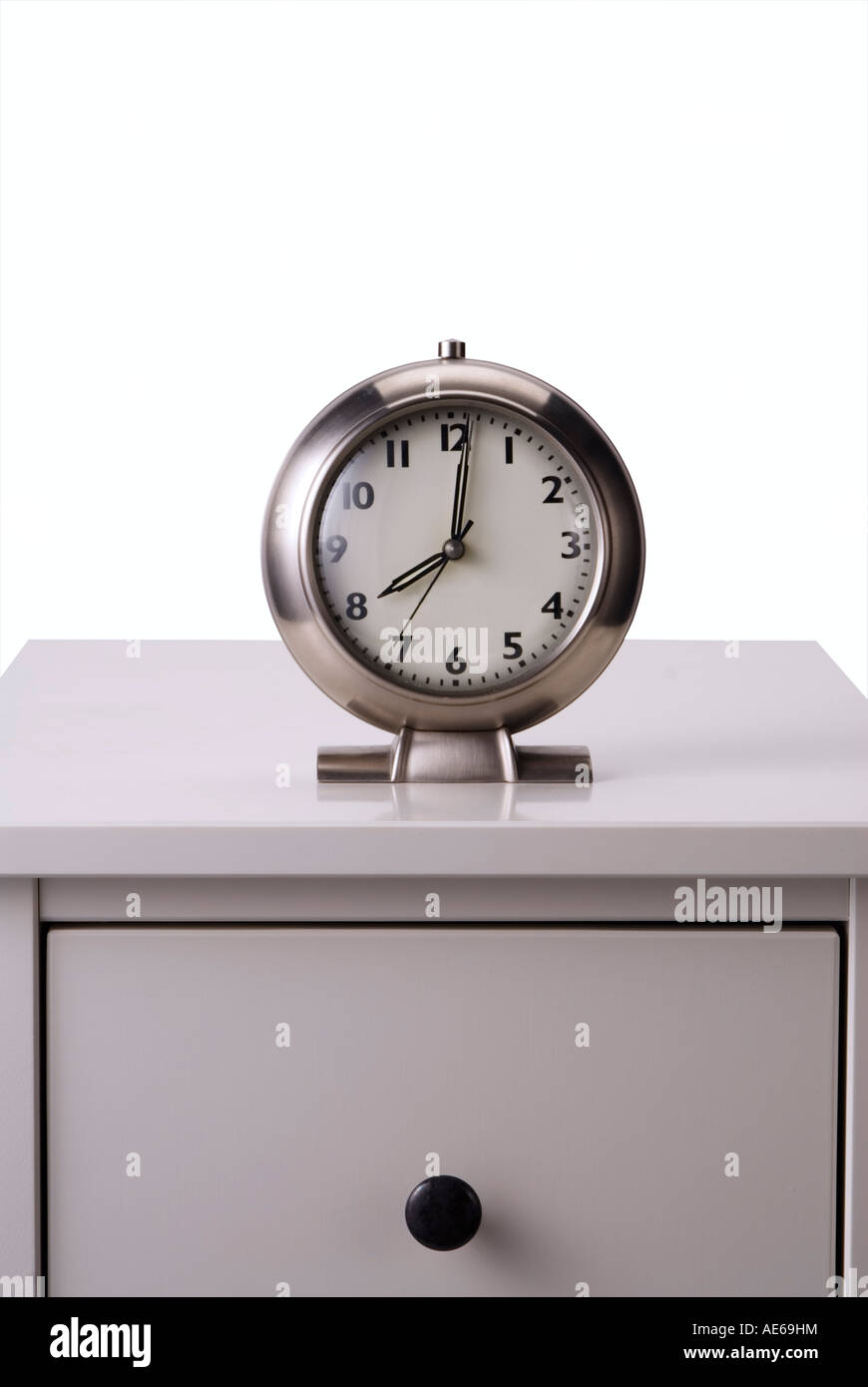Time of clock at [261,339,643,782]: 8:01
